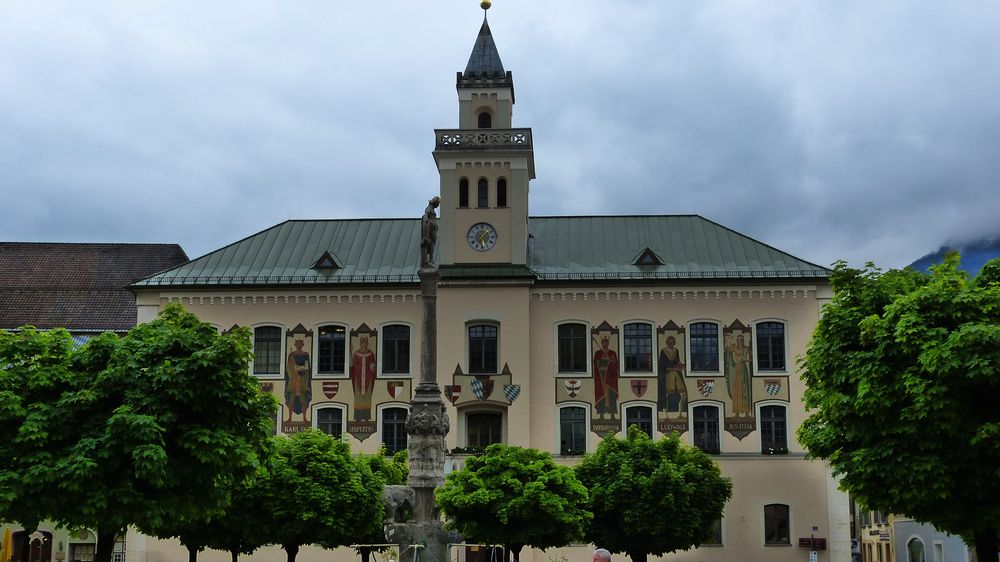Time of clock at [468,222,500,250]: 1:28
